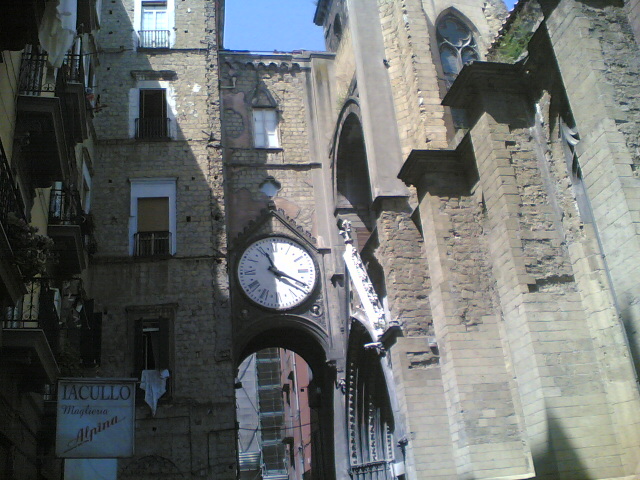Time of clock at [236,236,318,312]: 11:19
